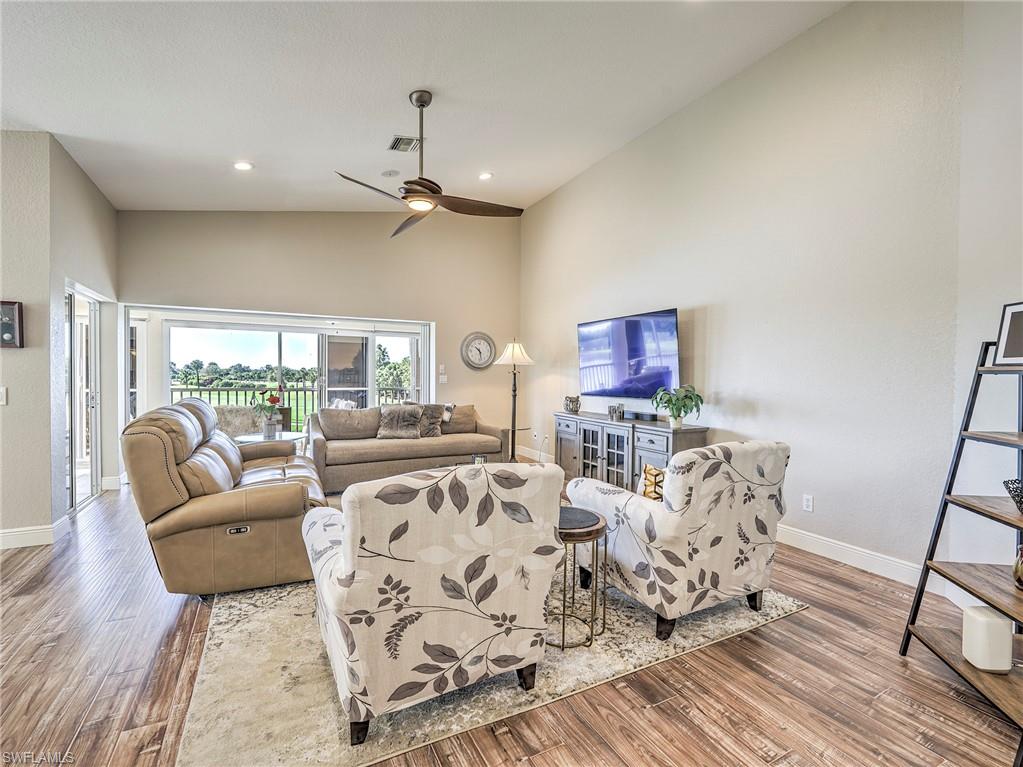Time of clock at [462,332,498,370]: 10:28
